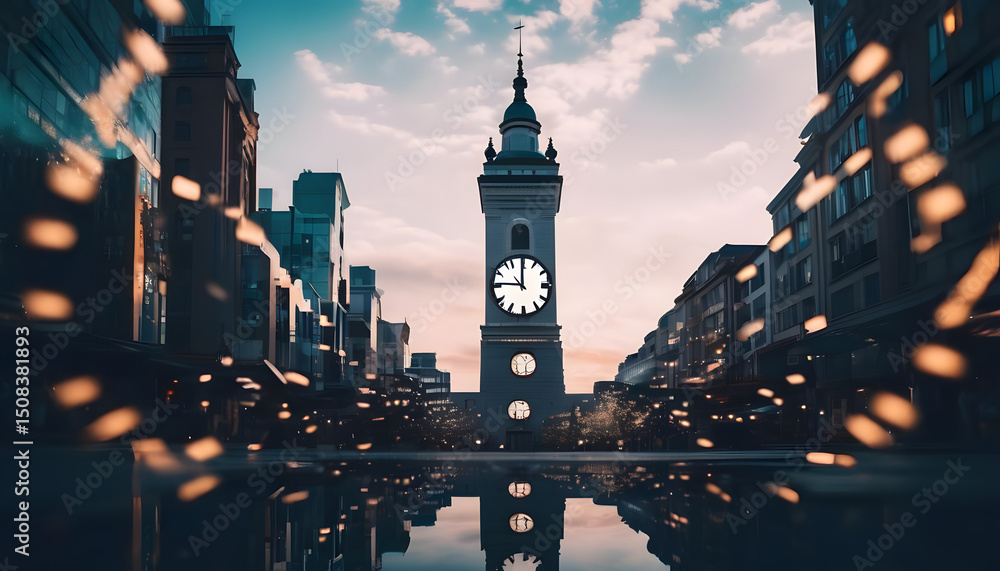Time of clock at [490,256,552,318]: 11:46
